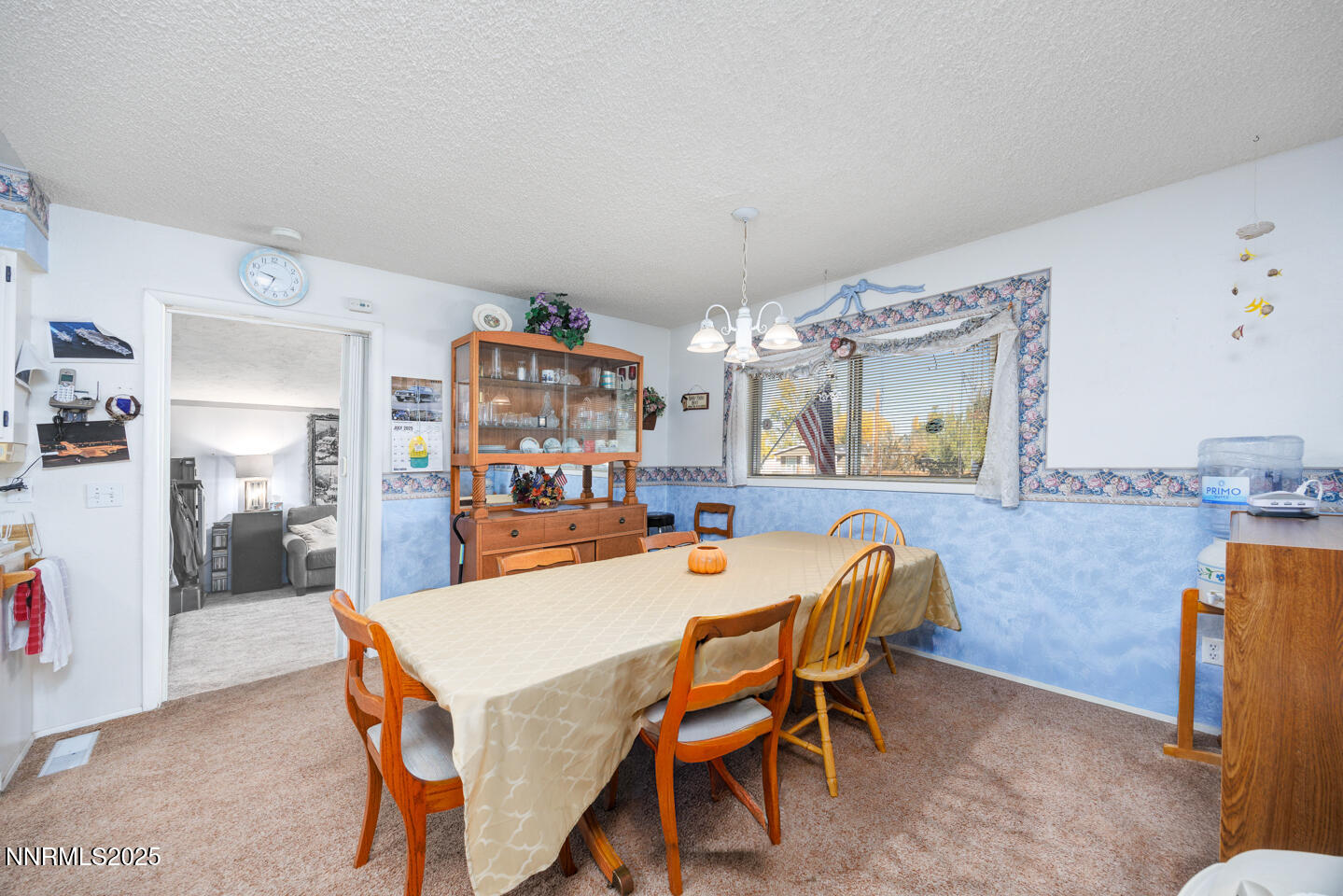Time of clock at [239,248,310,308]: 9:34
